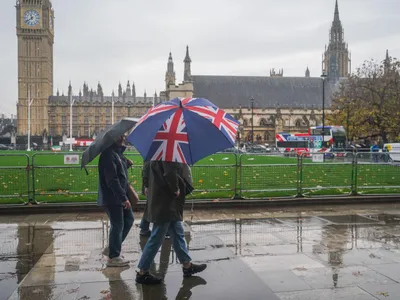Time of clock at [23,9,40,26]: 11:38
